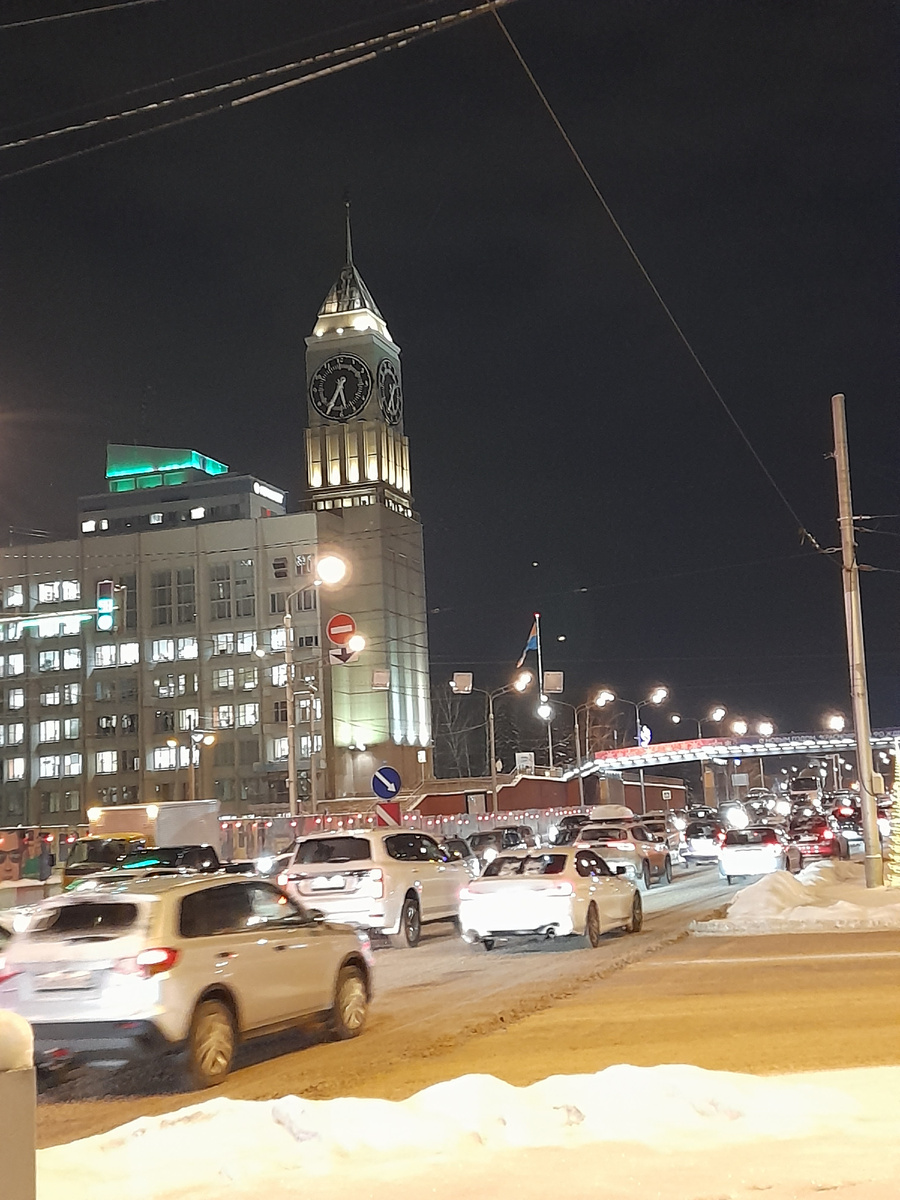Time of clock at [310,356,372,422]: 5:35
